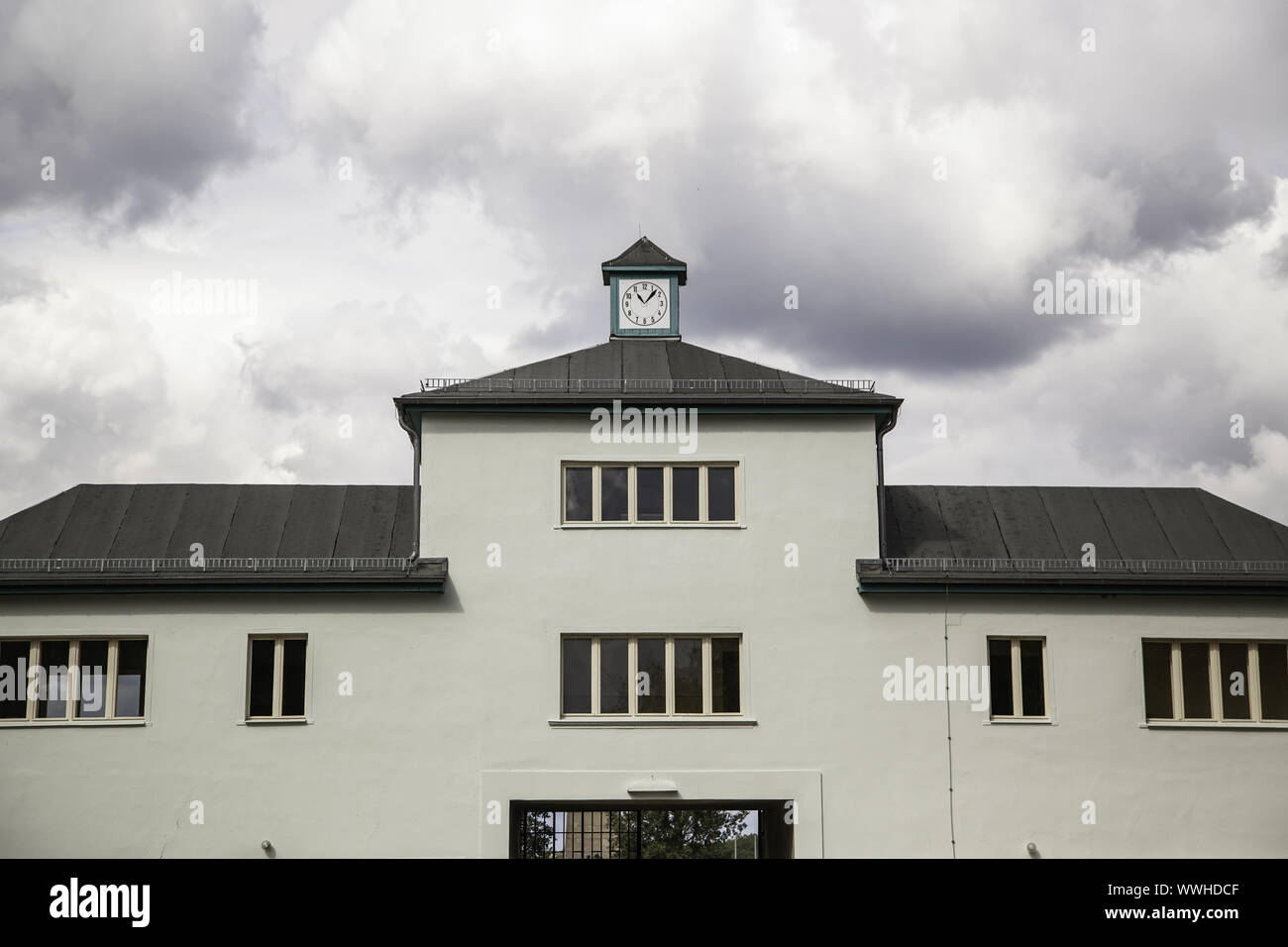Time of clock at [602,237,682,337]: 11:07
